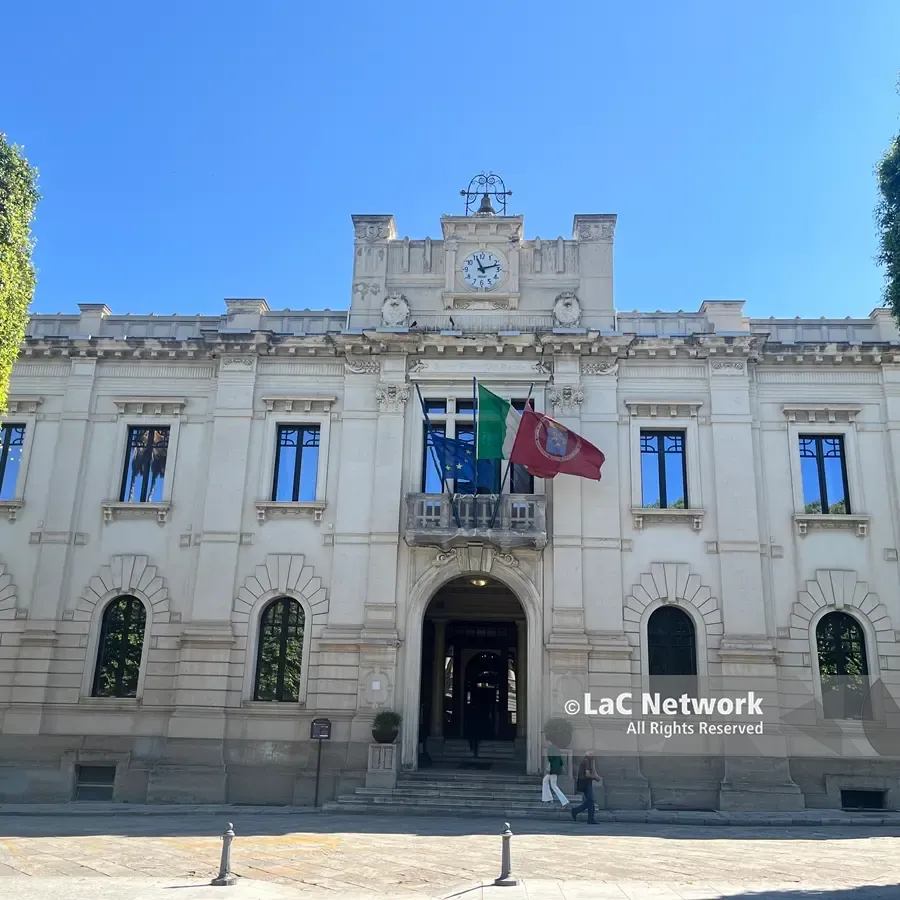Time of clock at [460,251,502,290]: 11:12
